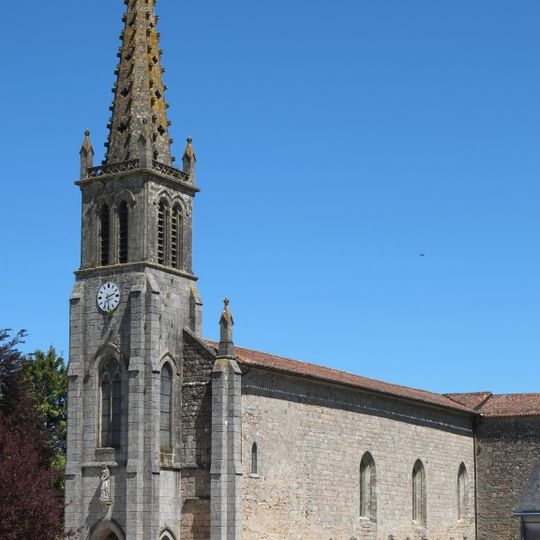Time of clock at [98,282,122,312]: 2:29
